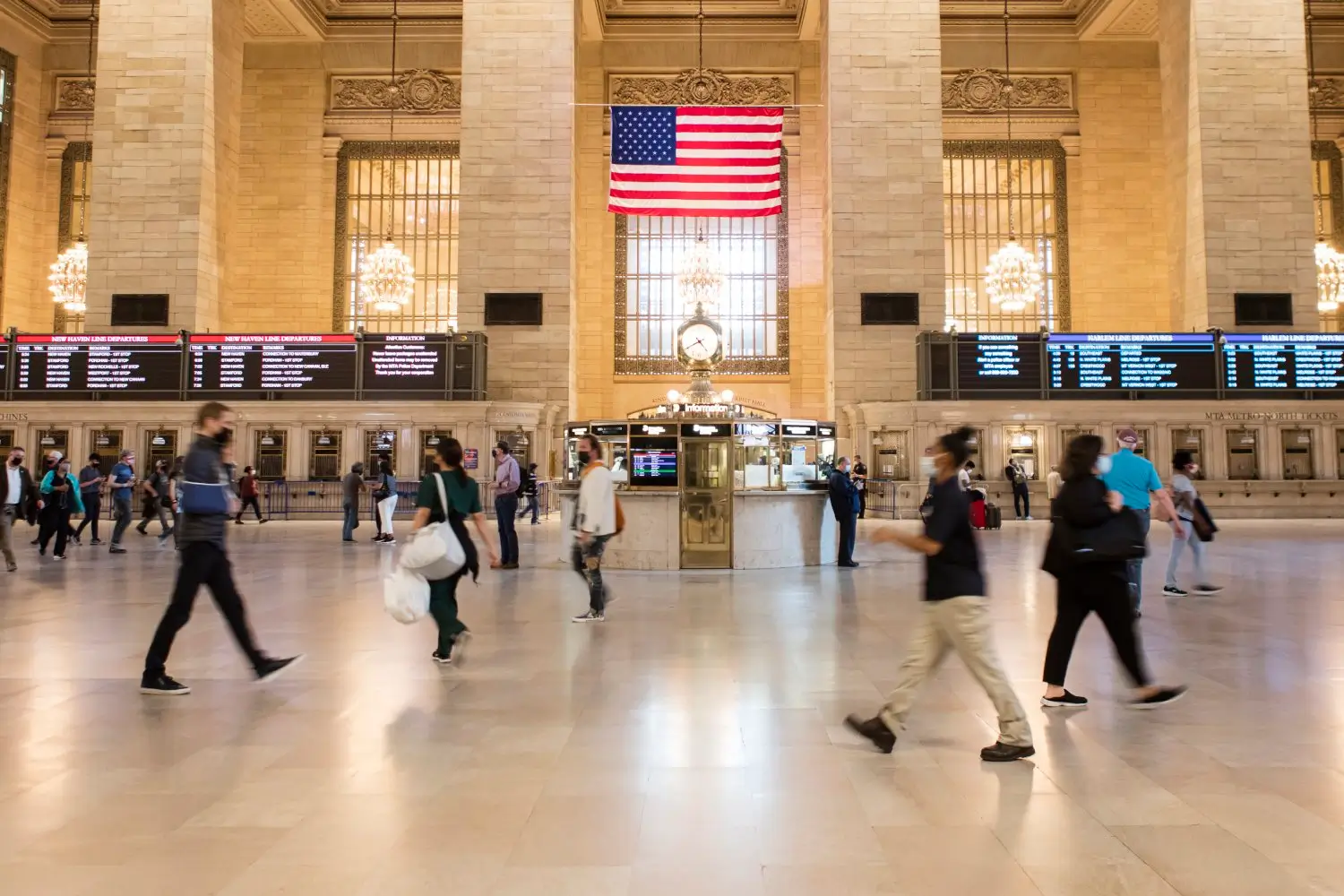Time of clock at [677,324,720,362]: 4:40
